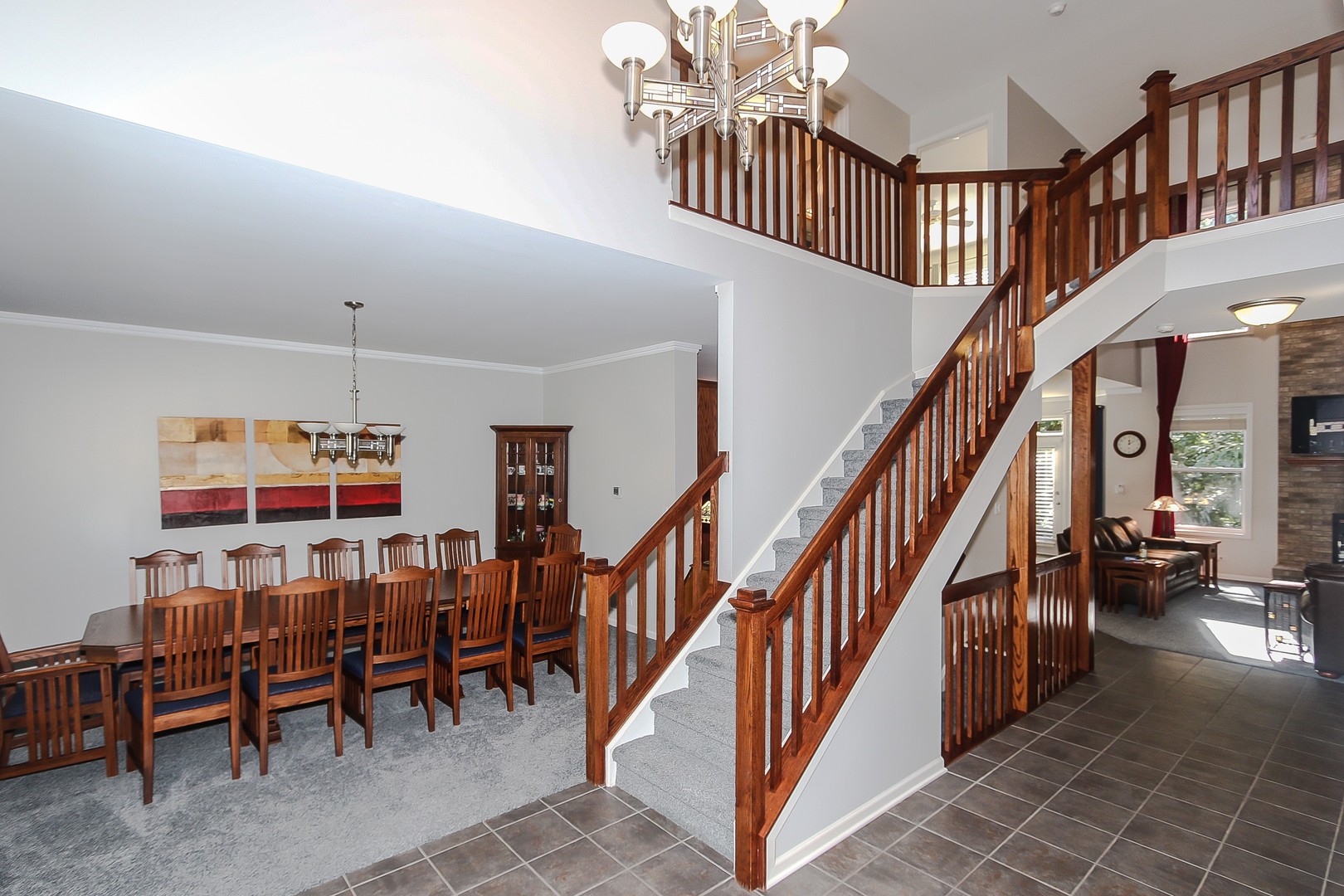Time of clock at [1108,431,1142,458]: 12:09
